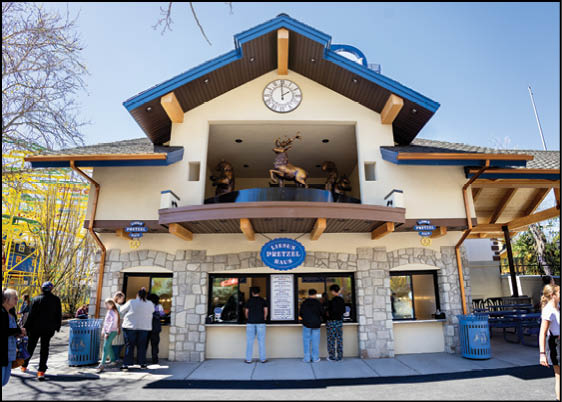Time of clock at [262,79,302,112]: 1:59
